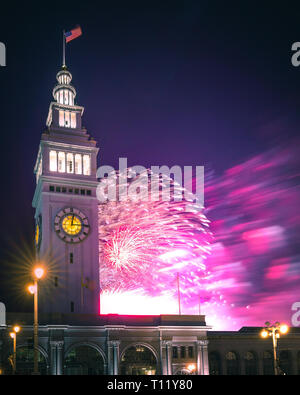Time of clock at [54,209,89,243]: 3:02
